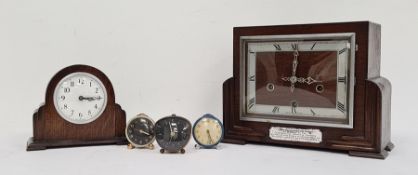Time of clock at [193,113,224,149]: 5:26
